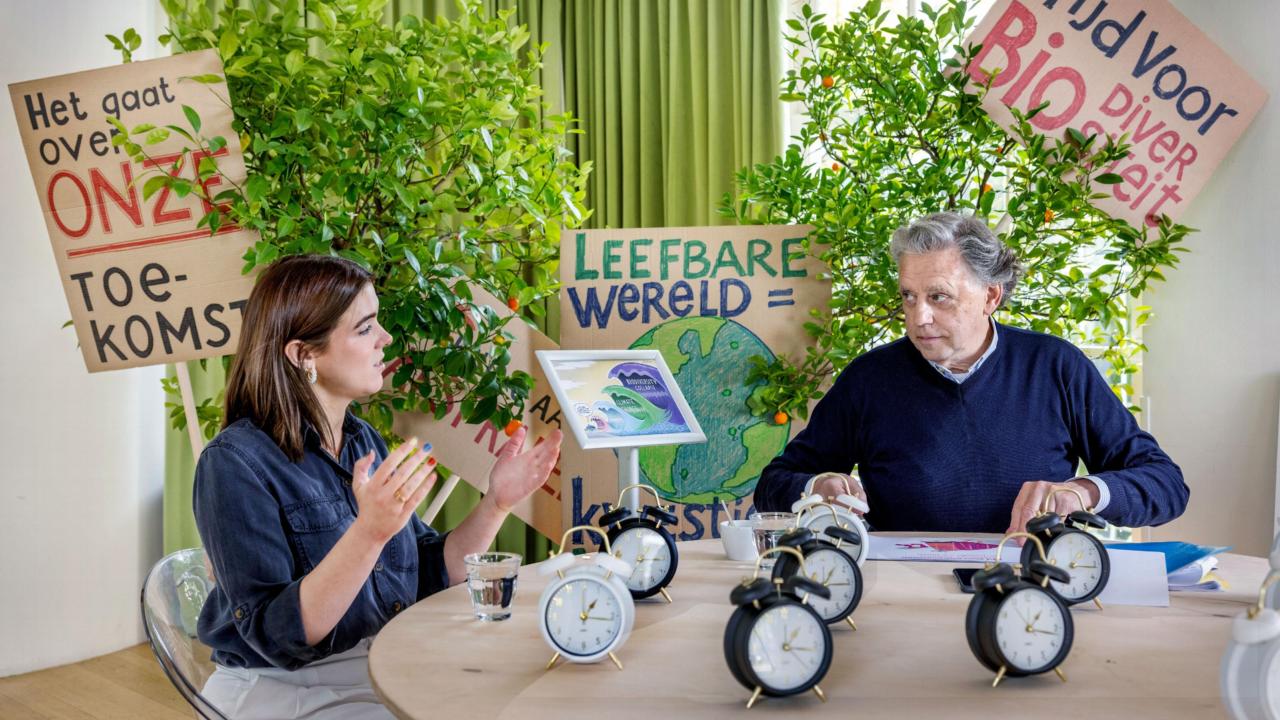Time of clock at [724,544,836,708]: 1:16
